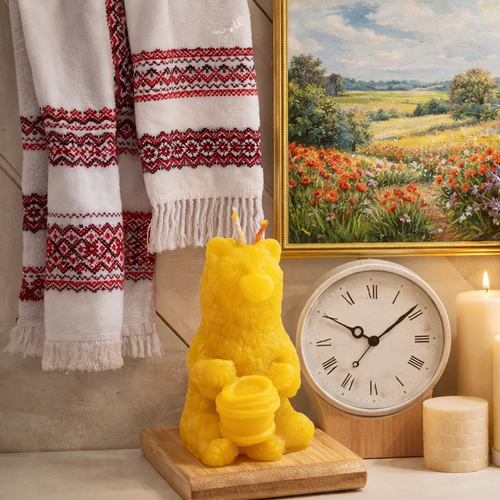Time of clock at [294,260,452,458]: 10:08
